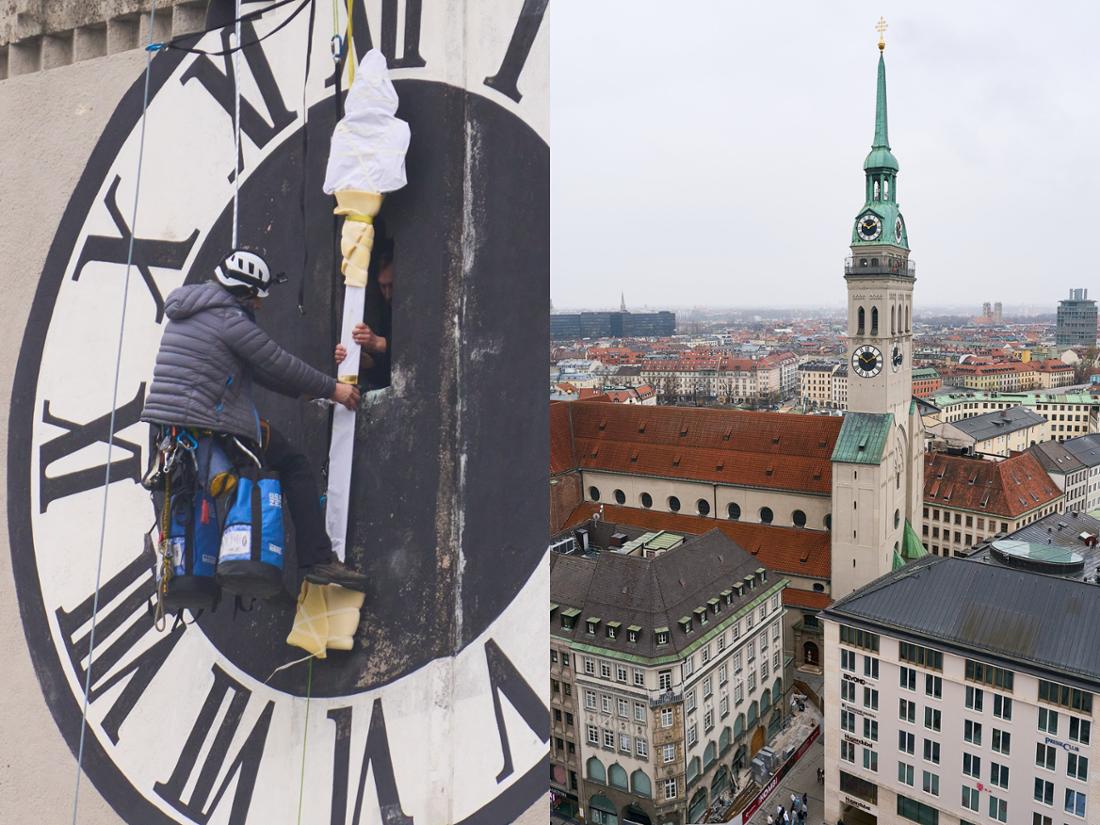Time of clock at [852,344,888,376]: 1:50
